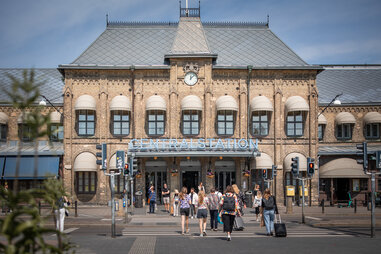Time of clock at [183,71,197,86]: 12:07
